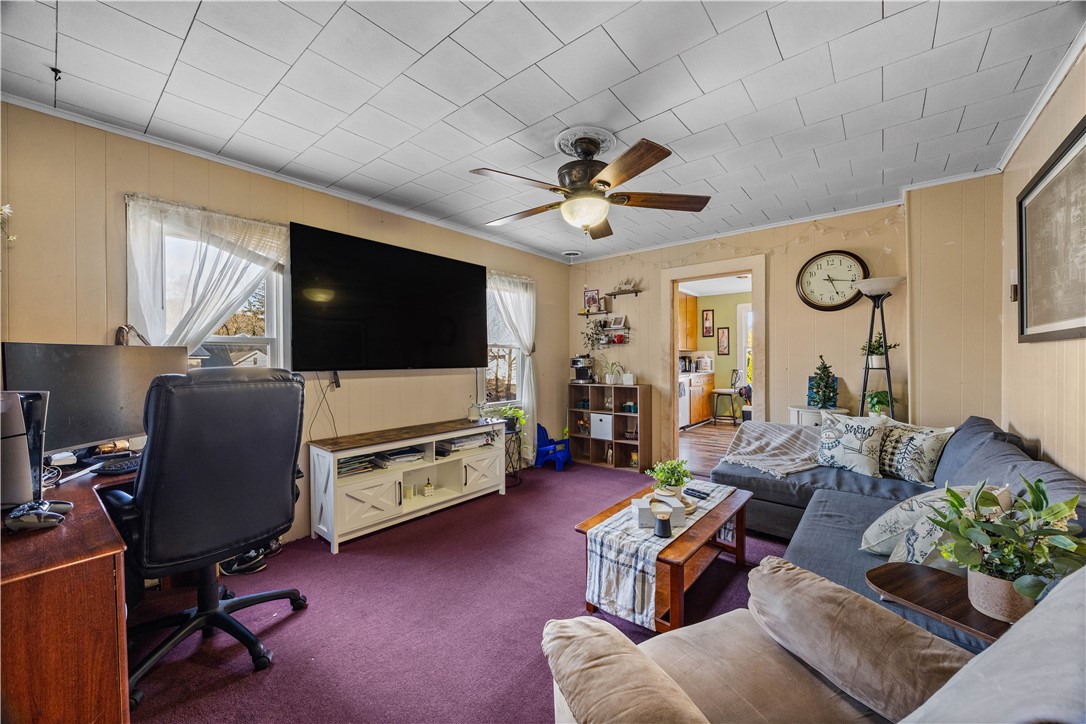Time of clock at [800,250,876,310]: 5:17
